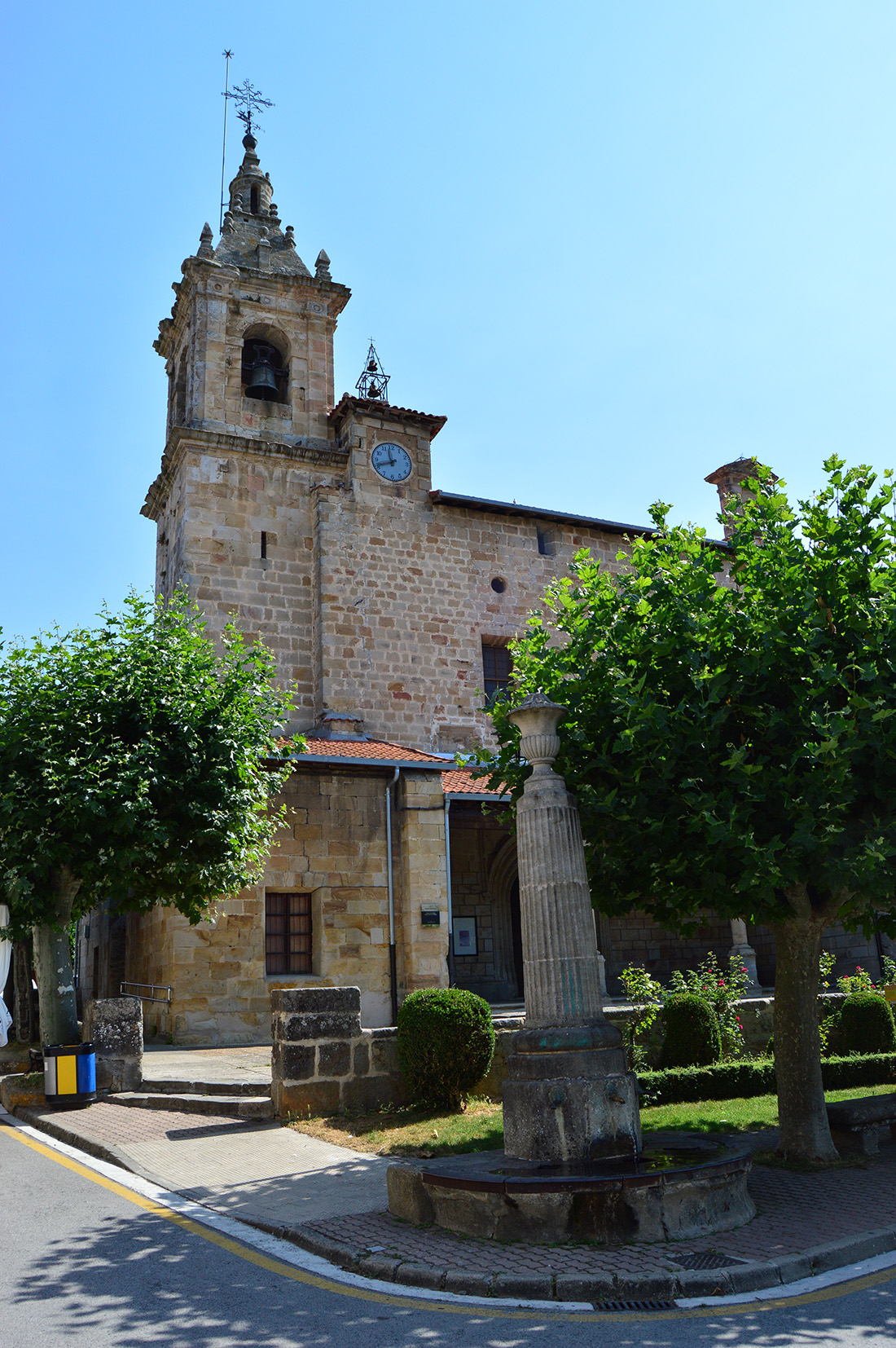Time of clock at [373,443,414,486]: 11:41
